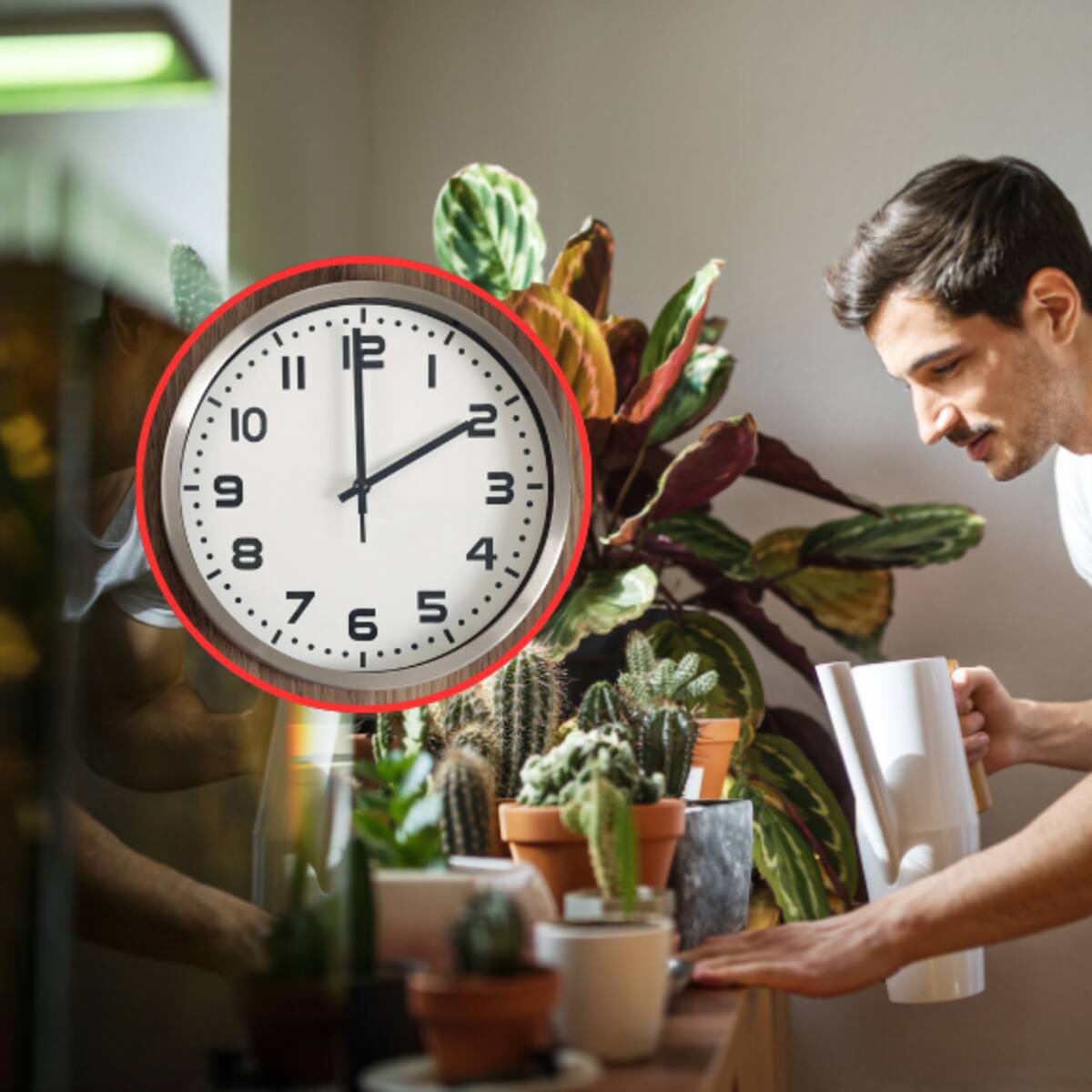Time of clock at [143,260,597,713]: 1:59
